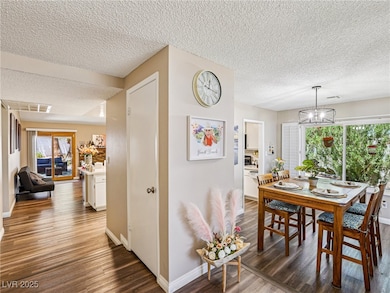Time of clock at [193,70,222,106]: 12:17
